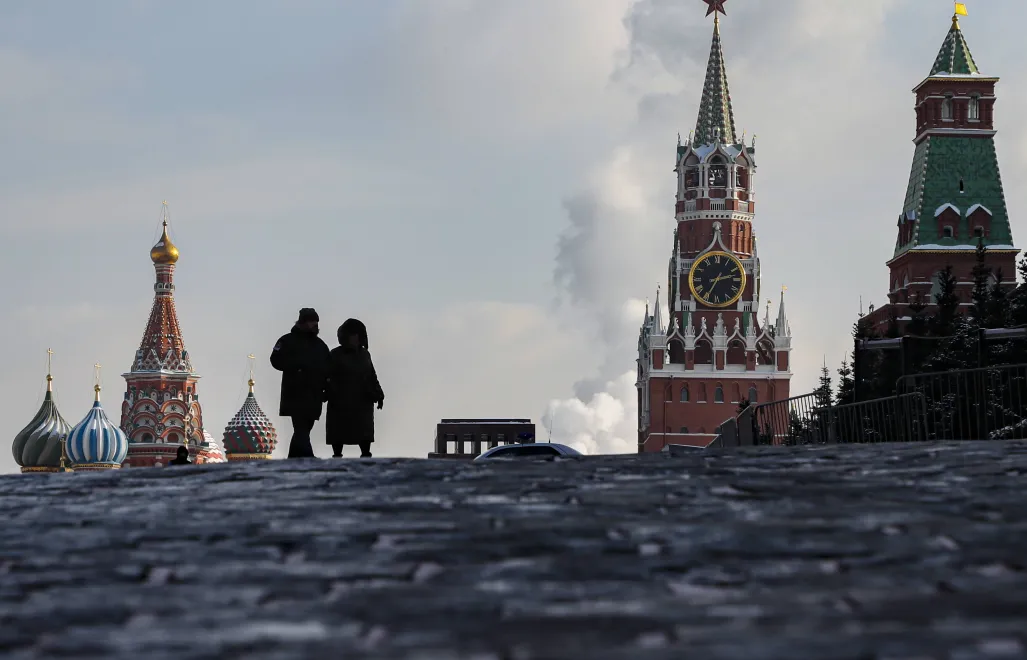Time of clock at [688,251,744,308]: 2:34
